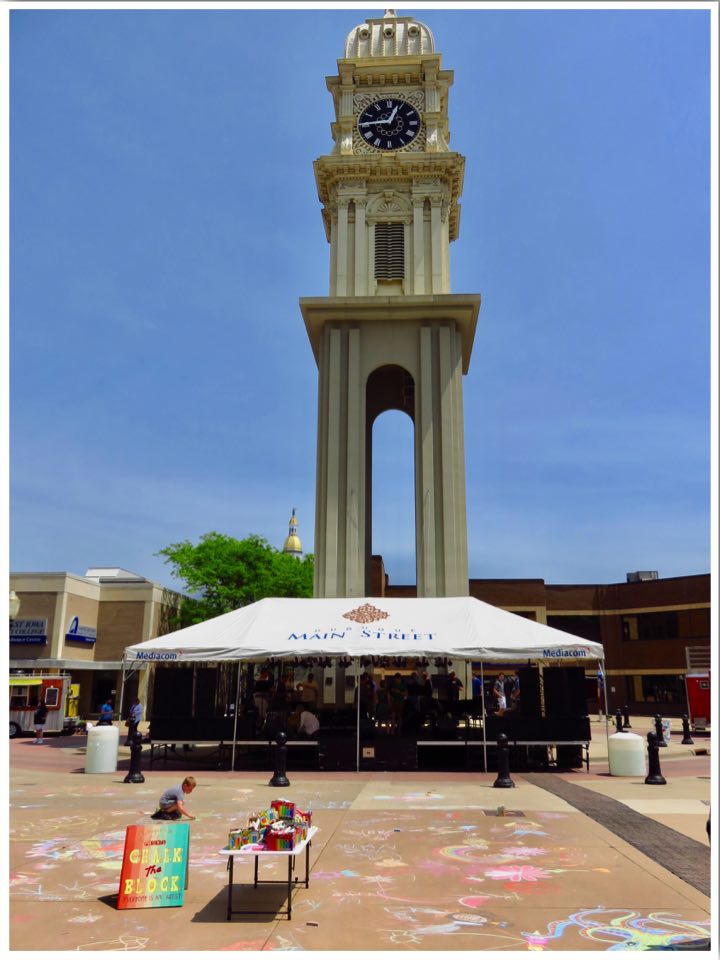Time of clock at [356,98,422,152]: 12:45
